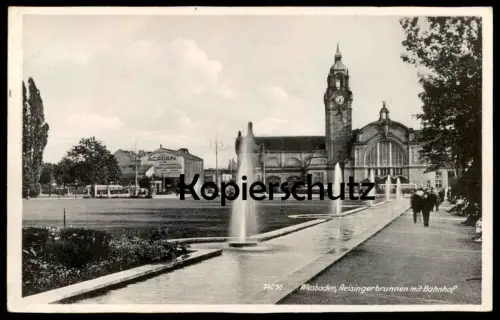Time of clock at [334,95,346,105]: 5:35
